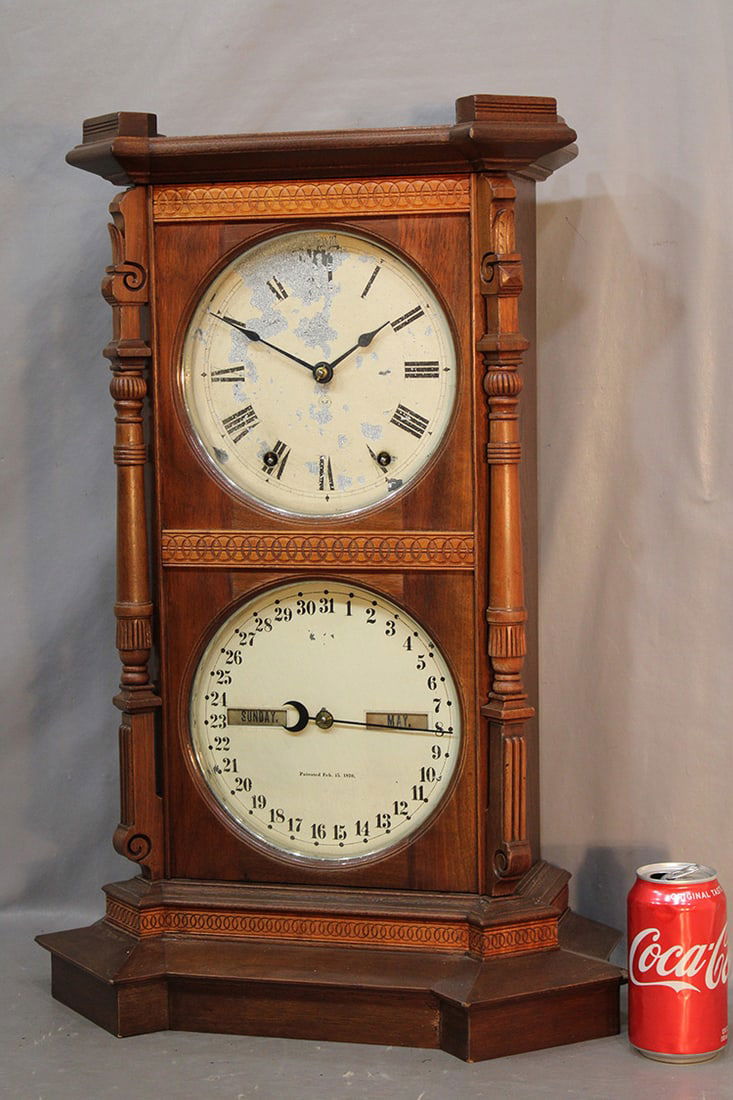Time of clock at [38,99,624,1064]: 1:50
